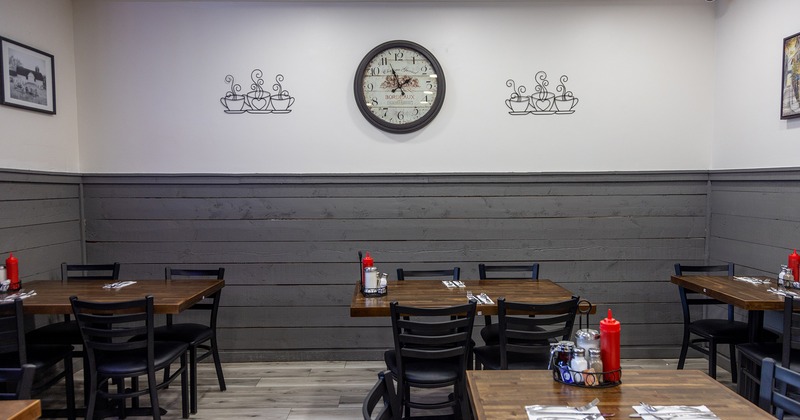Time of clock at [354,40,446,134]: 1:56
